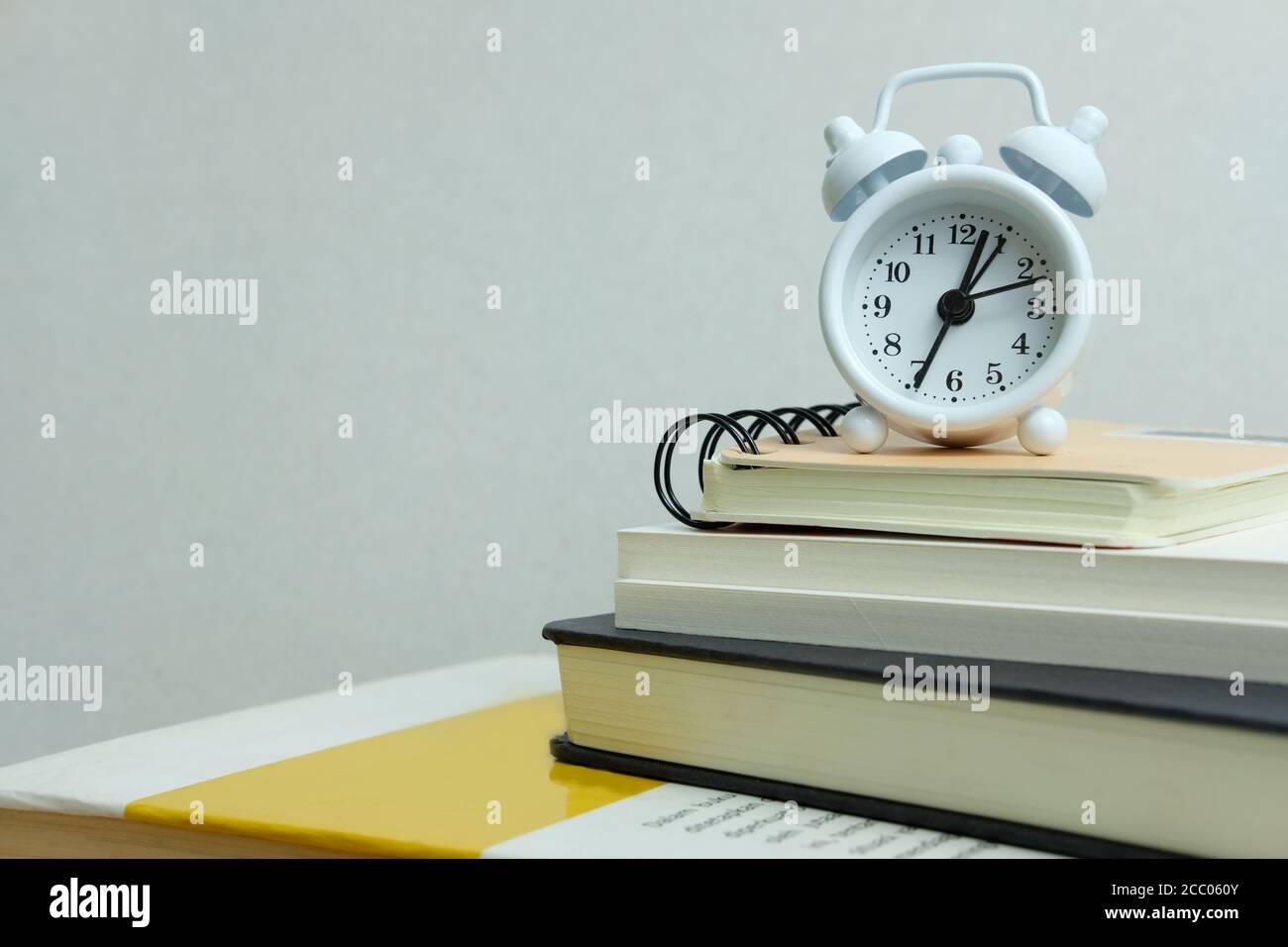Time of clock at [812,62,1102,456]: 12:34
